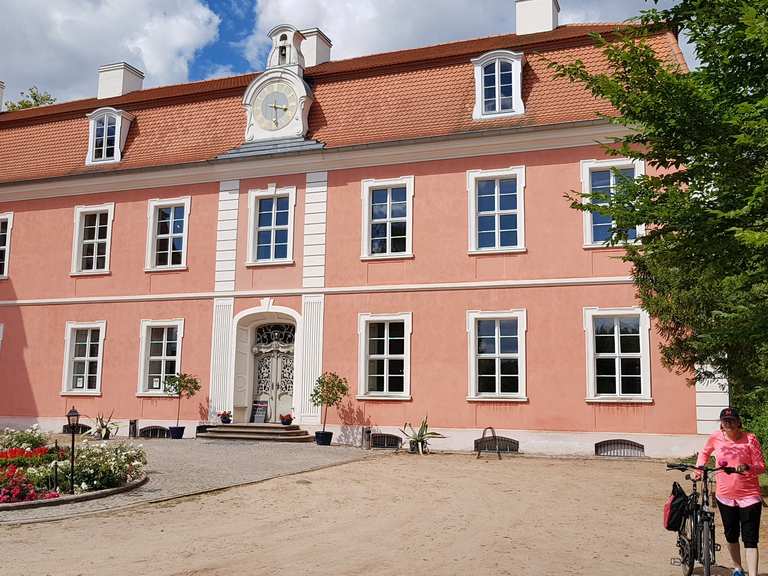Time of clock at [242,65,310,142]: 3:28
